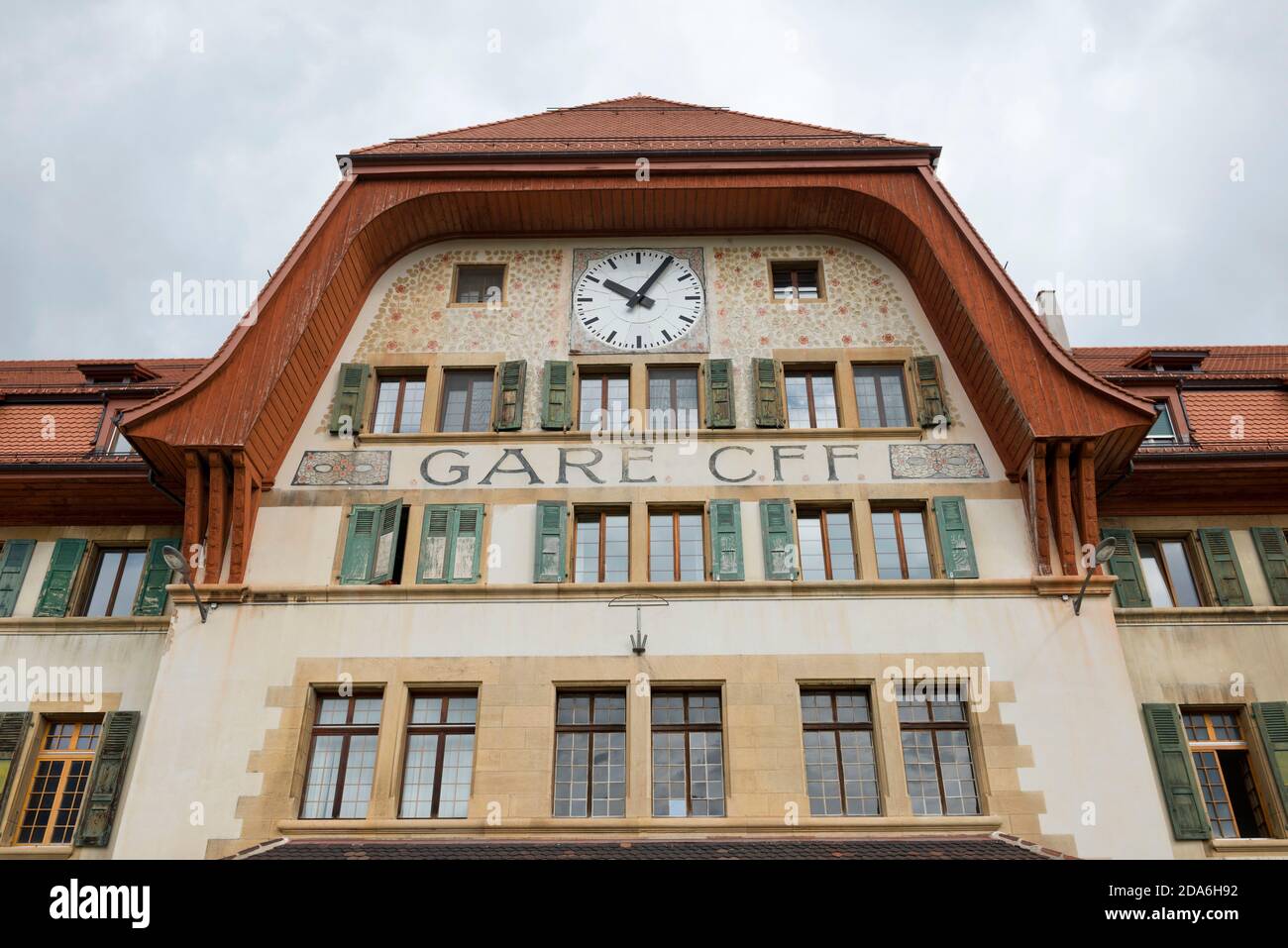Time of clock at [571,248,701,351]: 10:05
